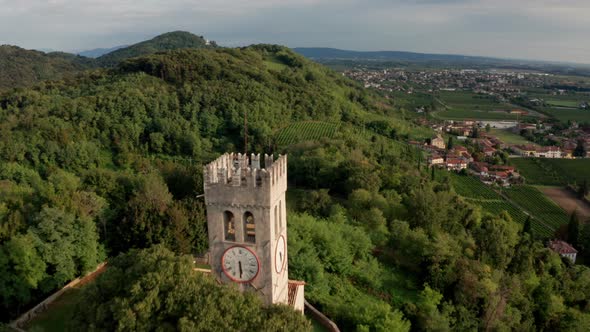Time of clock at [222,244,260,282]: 5:29
